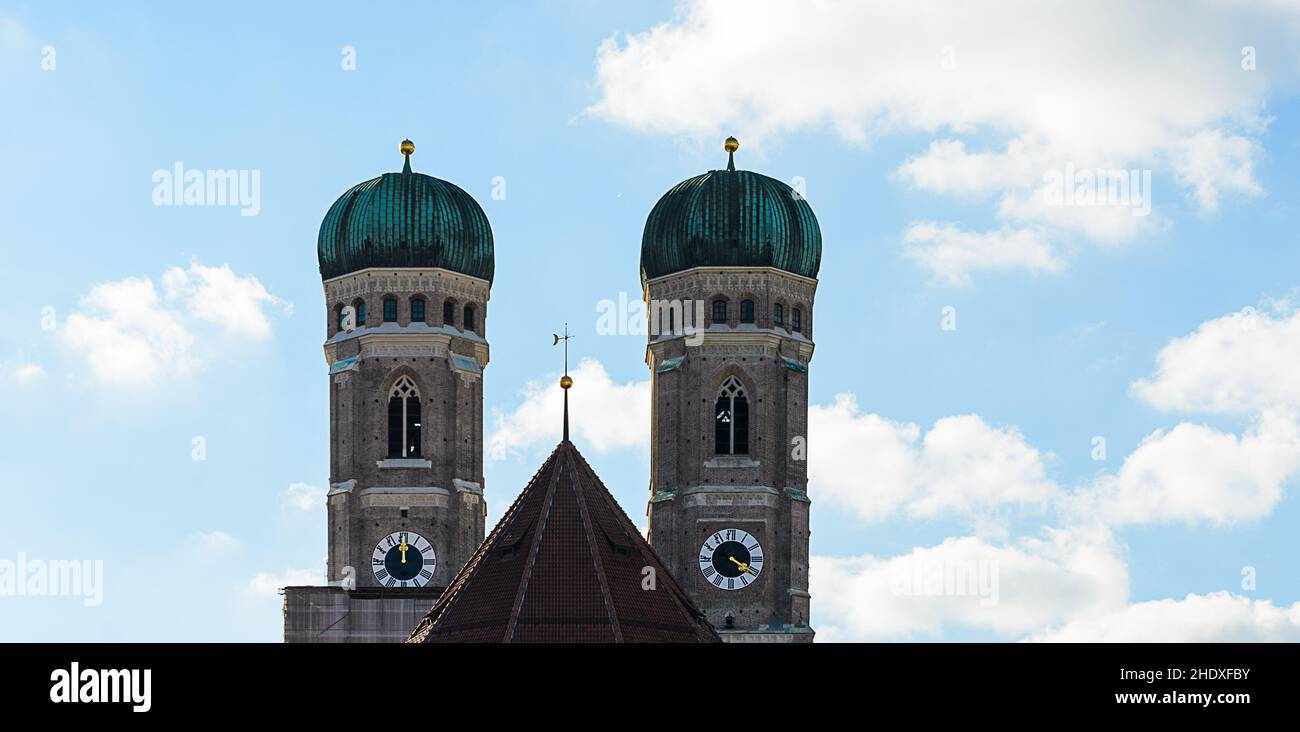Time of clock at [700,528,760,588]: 4:20
